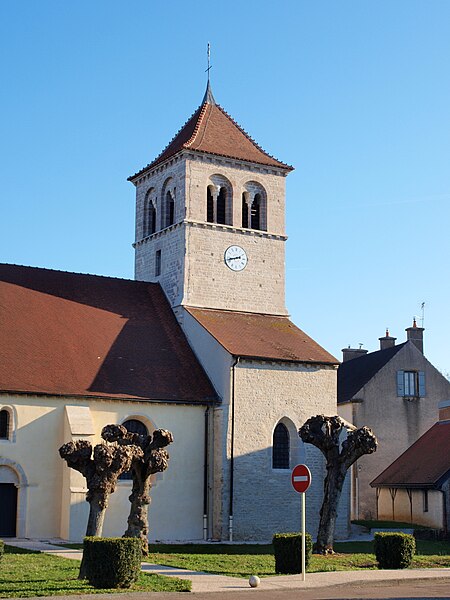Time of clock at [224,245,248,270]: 2:42
